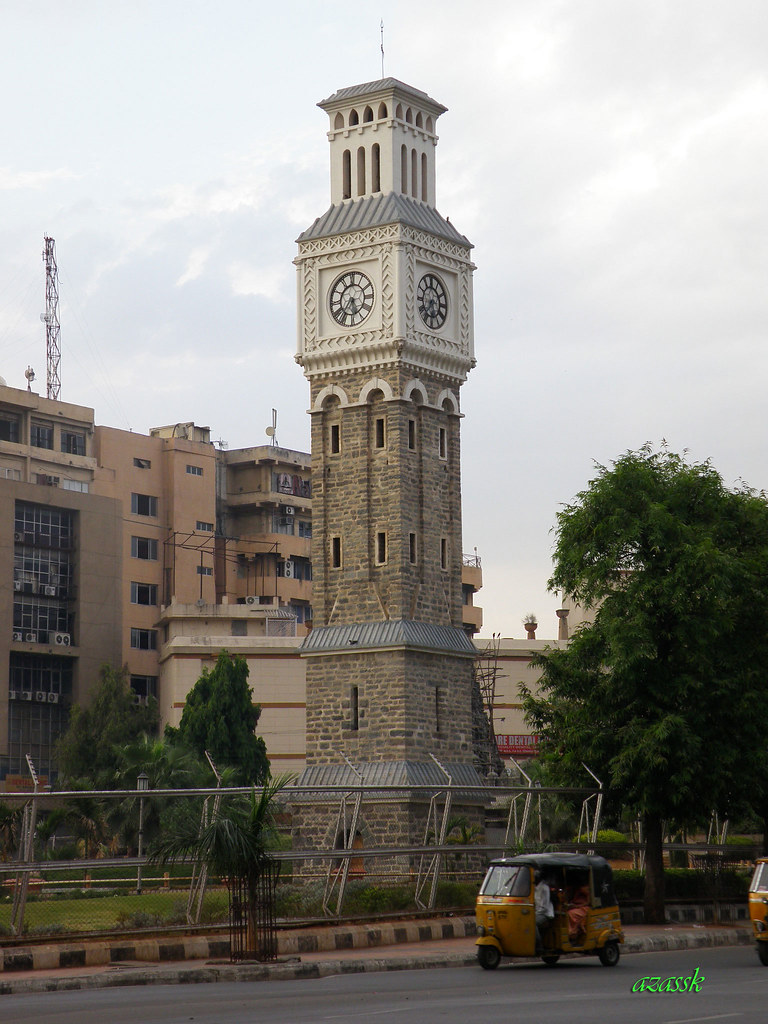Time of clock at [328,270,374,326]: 5:36
